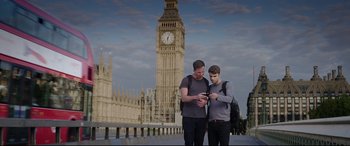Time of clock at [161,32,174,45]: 6:03
